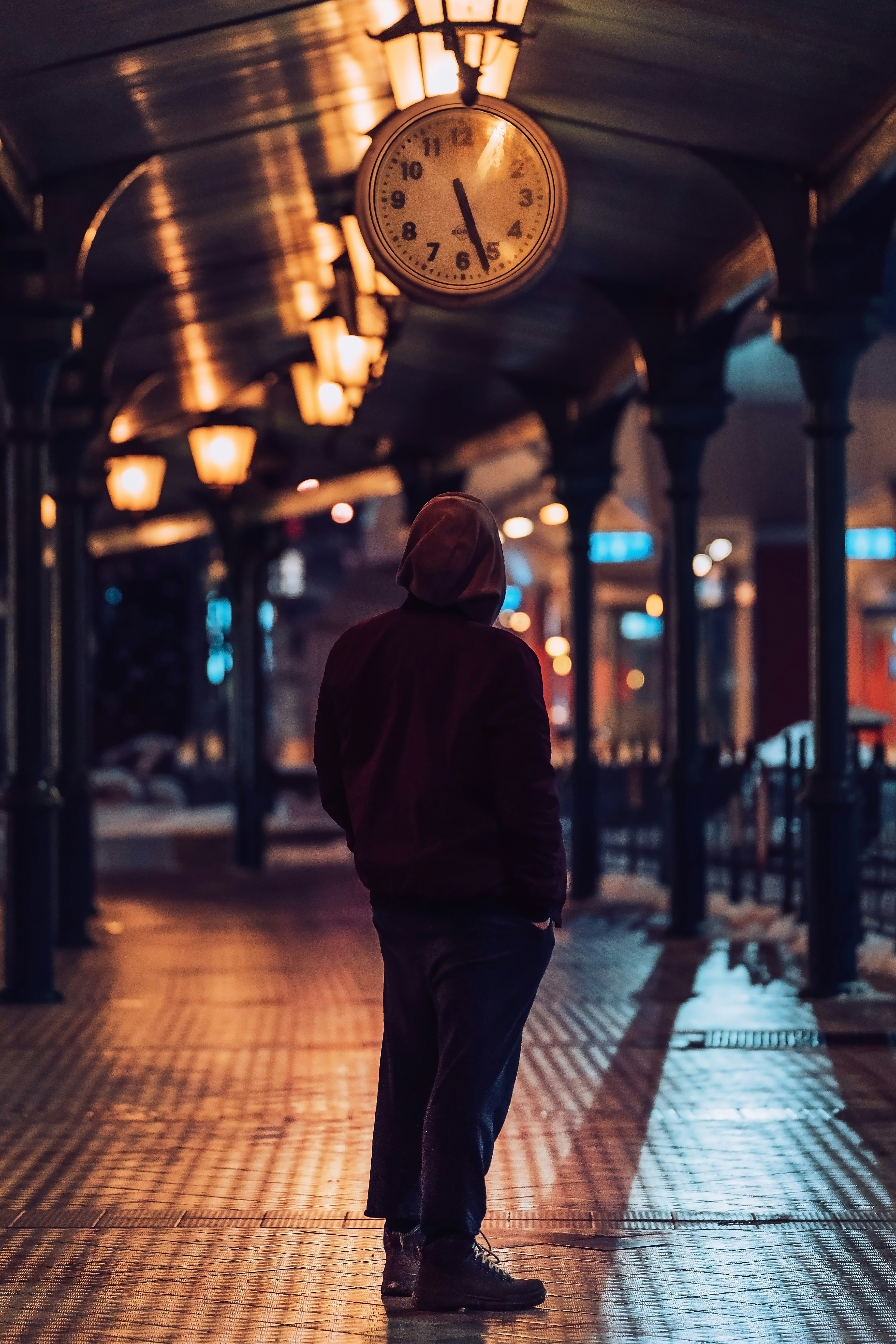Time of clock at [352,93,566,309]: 5:26
